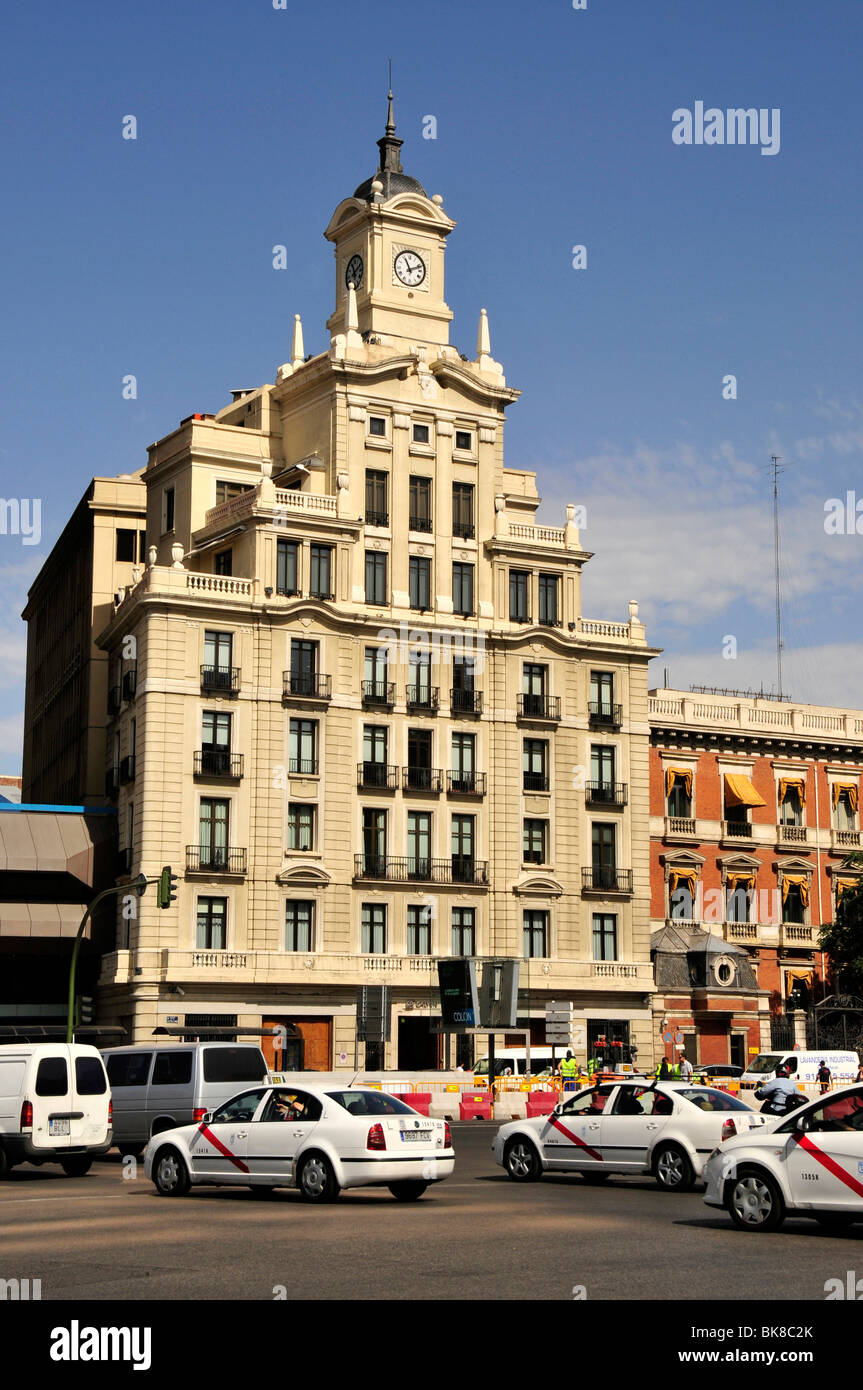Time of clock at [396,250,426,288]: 11:11
